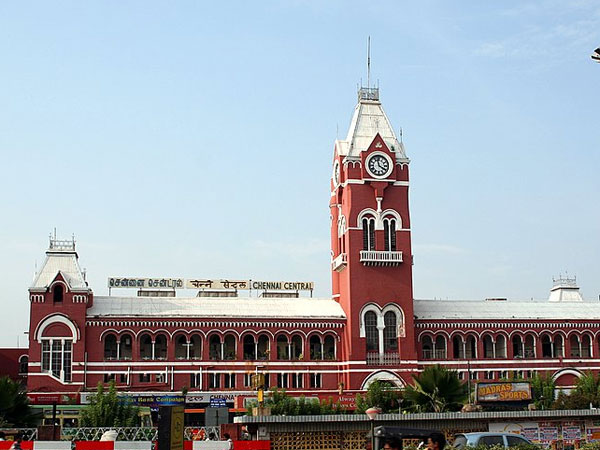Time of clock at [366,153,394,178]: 3:57
